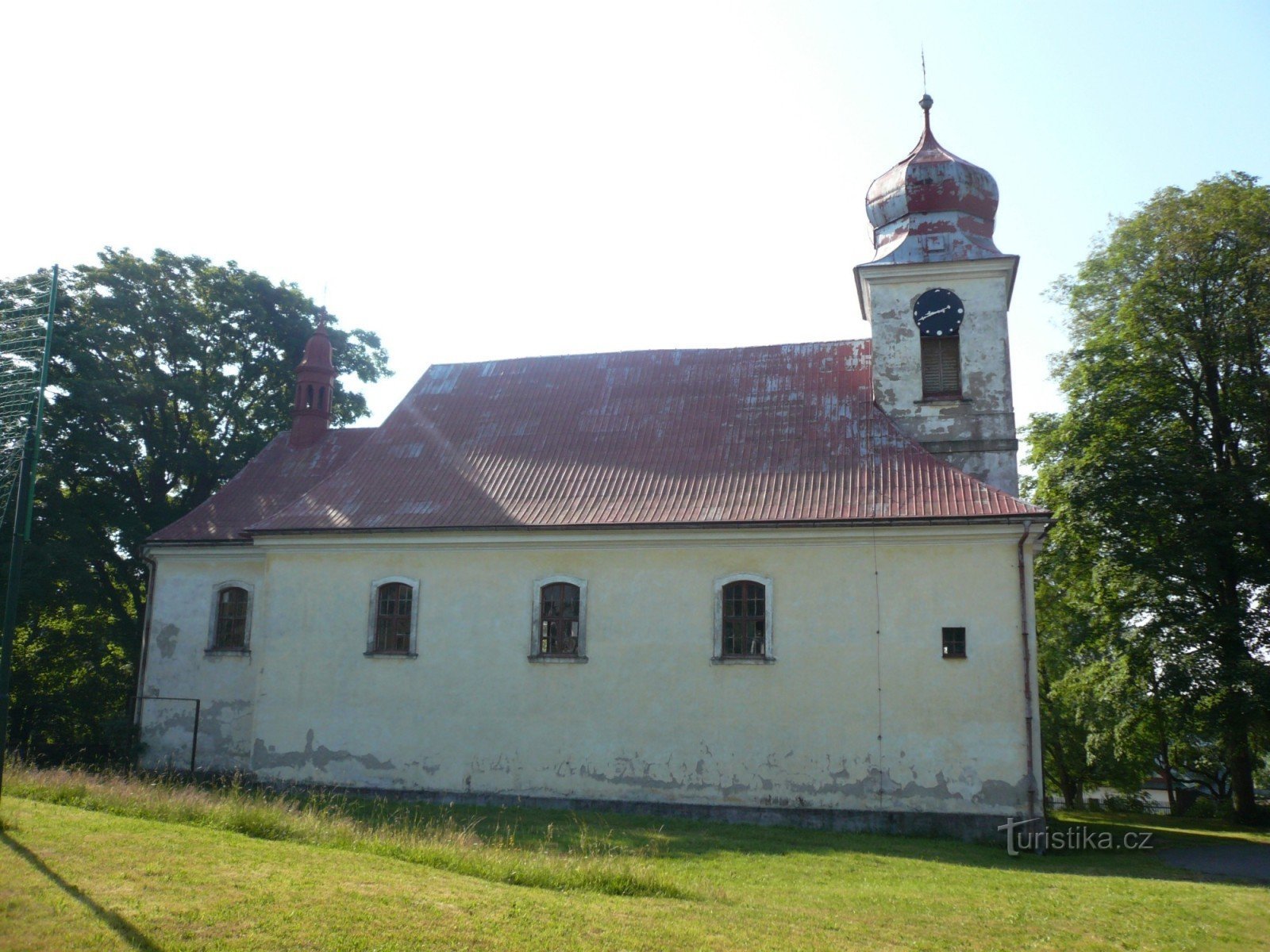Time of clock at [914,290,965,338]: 8:41
